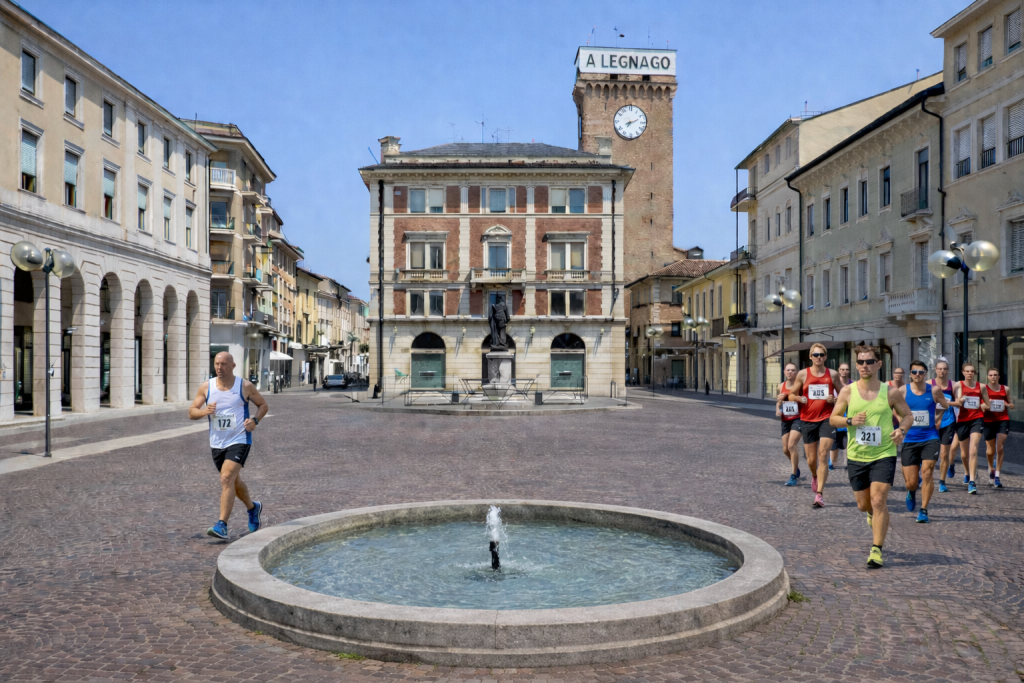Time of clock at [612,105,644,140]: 7:11
